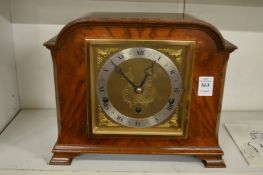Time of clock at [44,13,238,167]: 12:52
